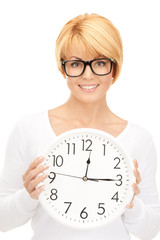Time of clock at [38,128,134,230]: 12:14
